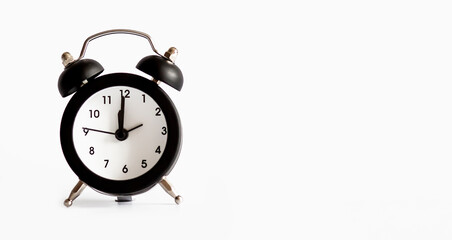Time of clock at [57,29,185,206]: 12:00
